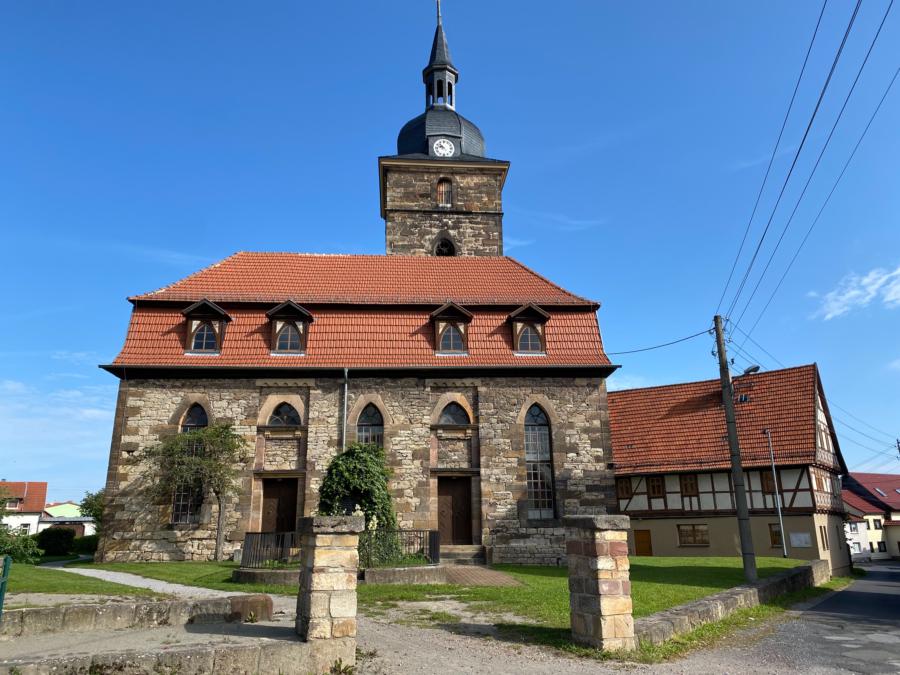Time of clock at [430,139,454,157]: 9:53
